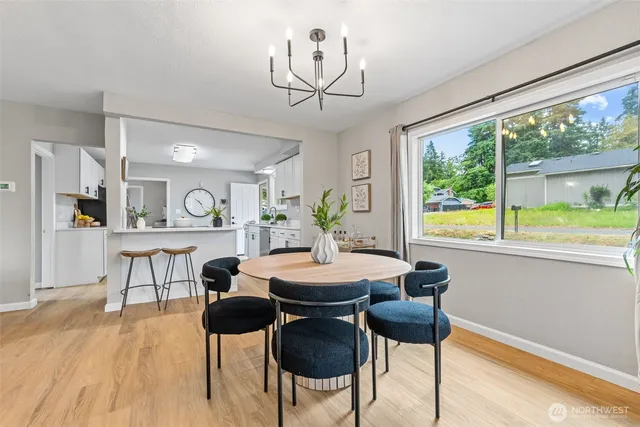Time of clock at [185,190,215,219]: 10:24
